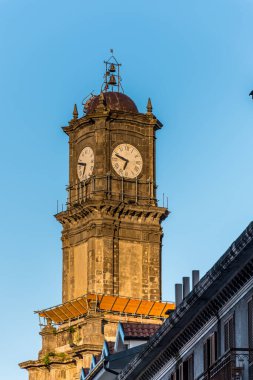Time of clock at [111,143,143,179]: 6:47
